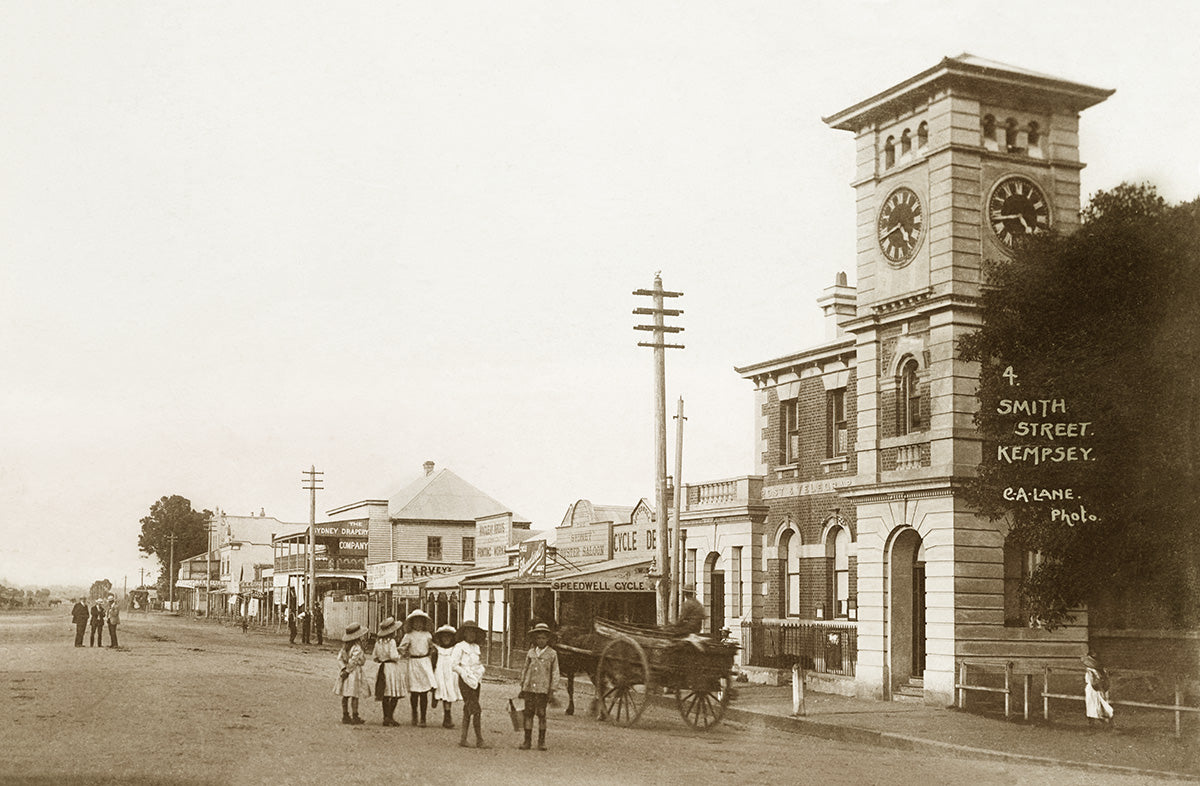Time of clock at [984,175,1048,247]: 4:42
